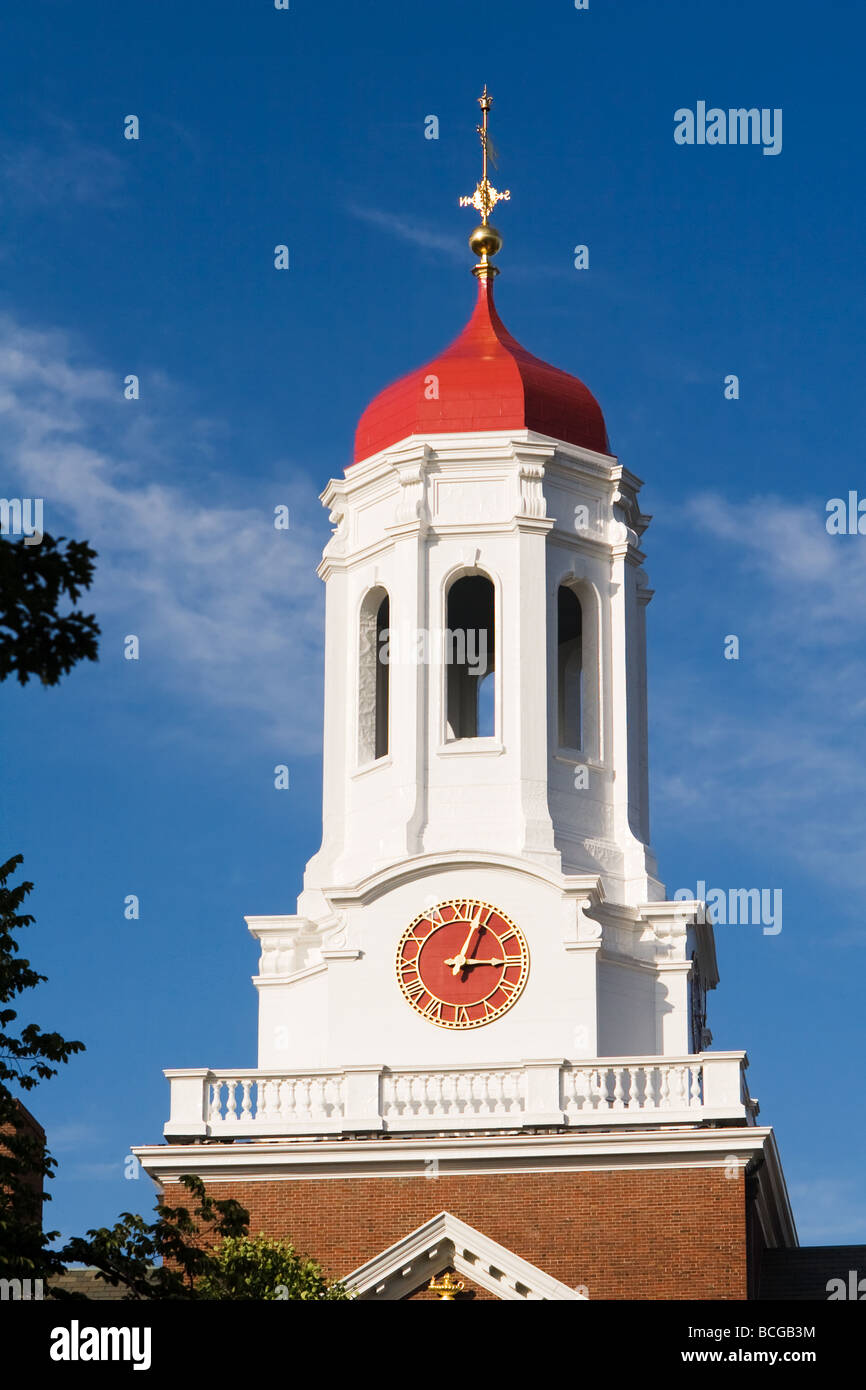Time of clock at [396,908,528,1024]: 3:03
